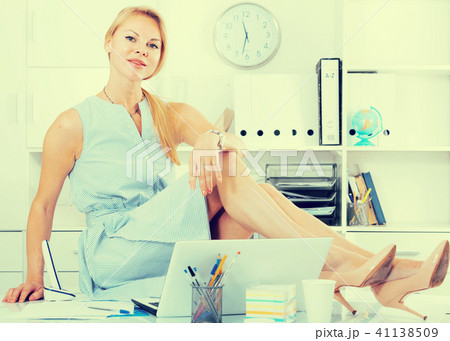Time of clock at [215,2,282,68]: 11:32
